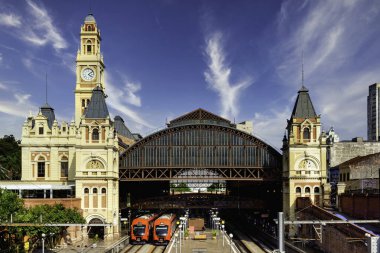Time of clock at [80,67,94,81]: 4:08
